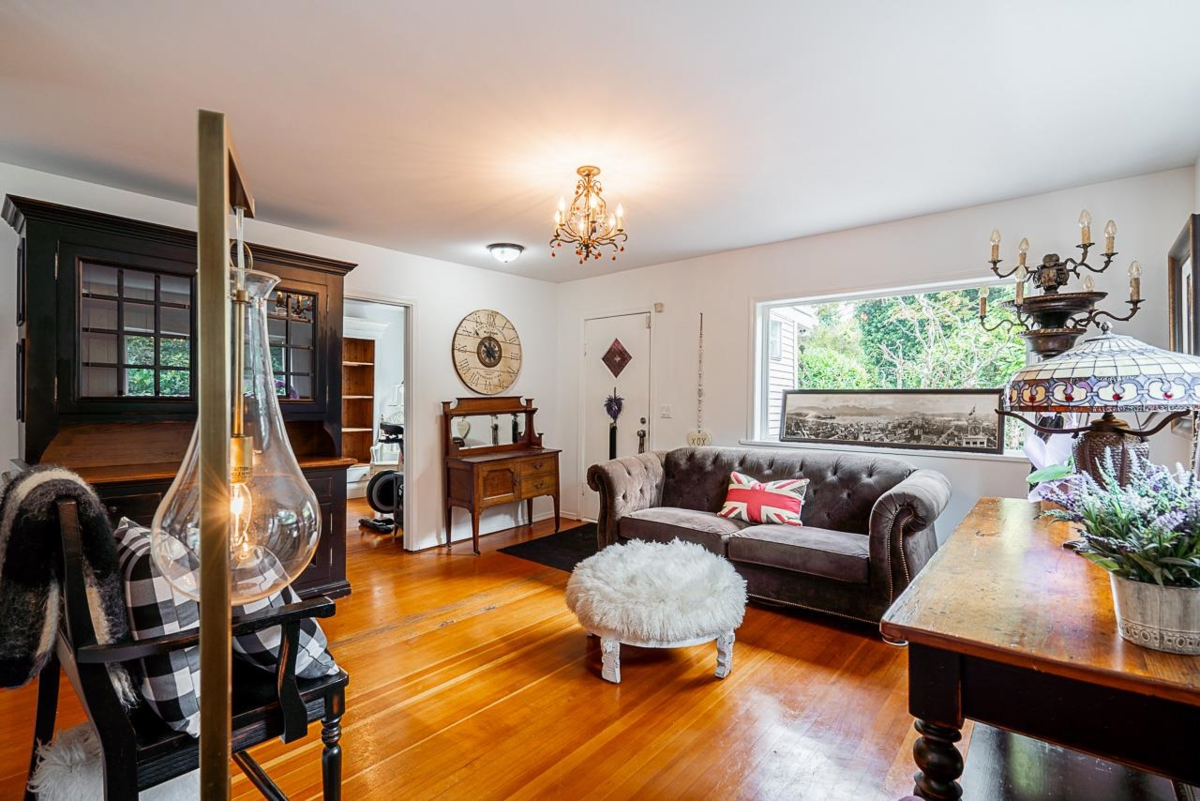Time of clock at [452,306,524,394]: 11:52
